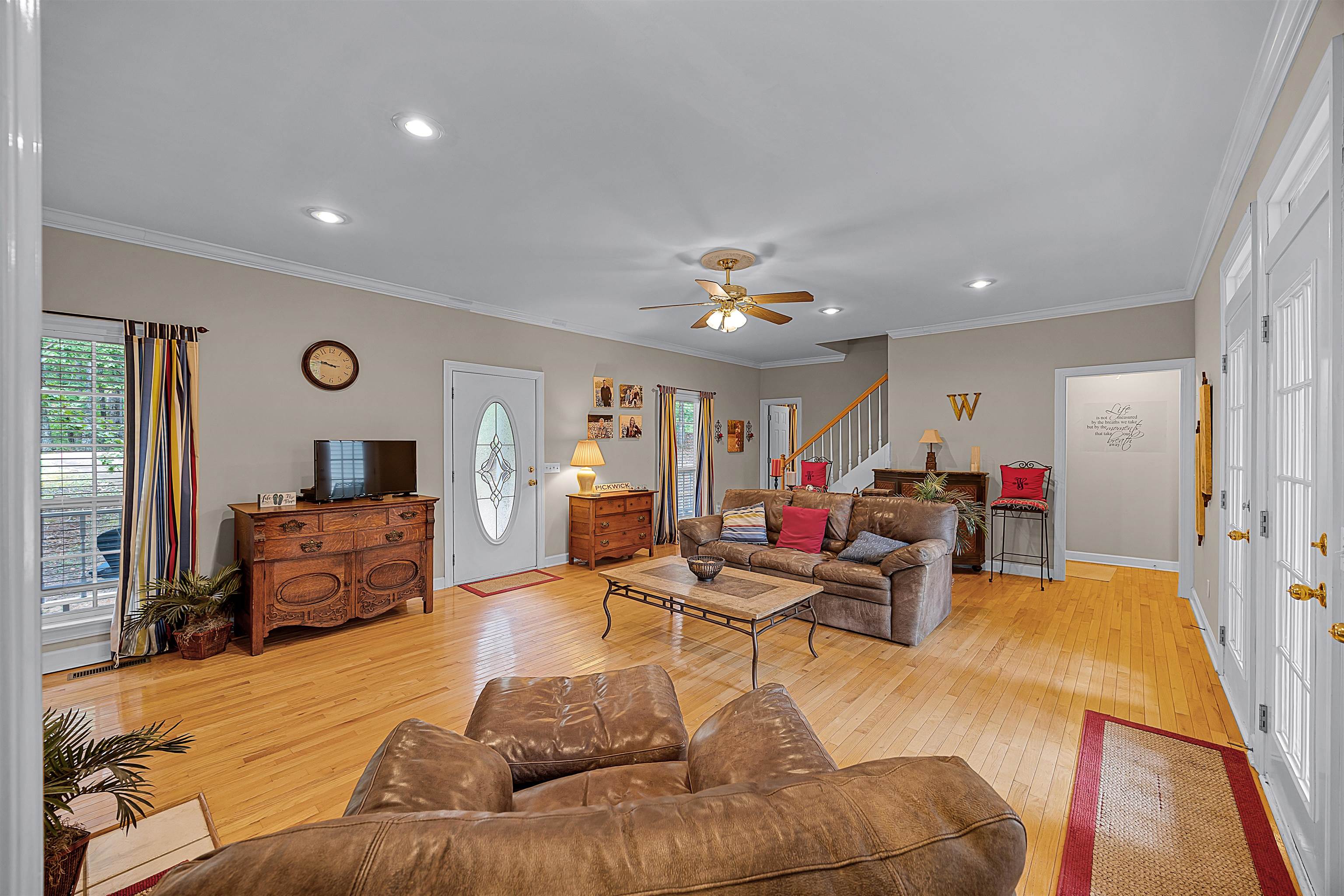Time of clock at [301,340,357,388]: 9:46
